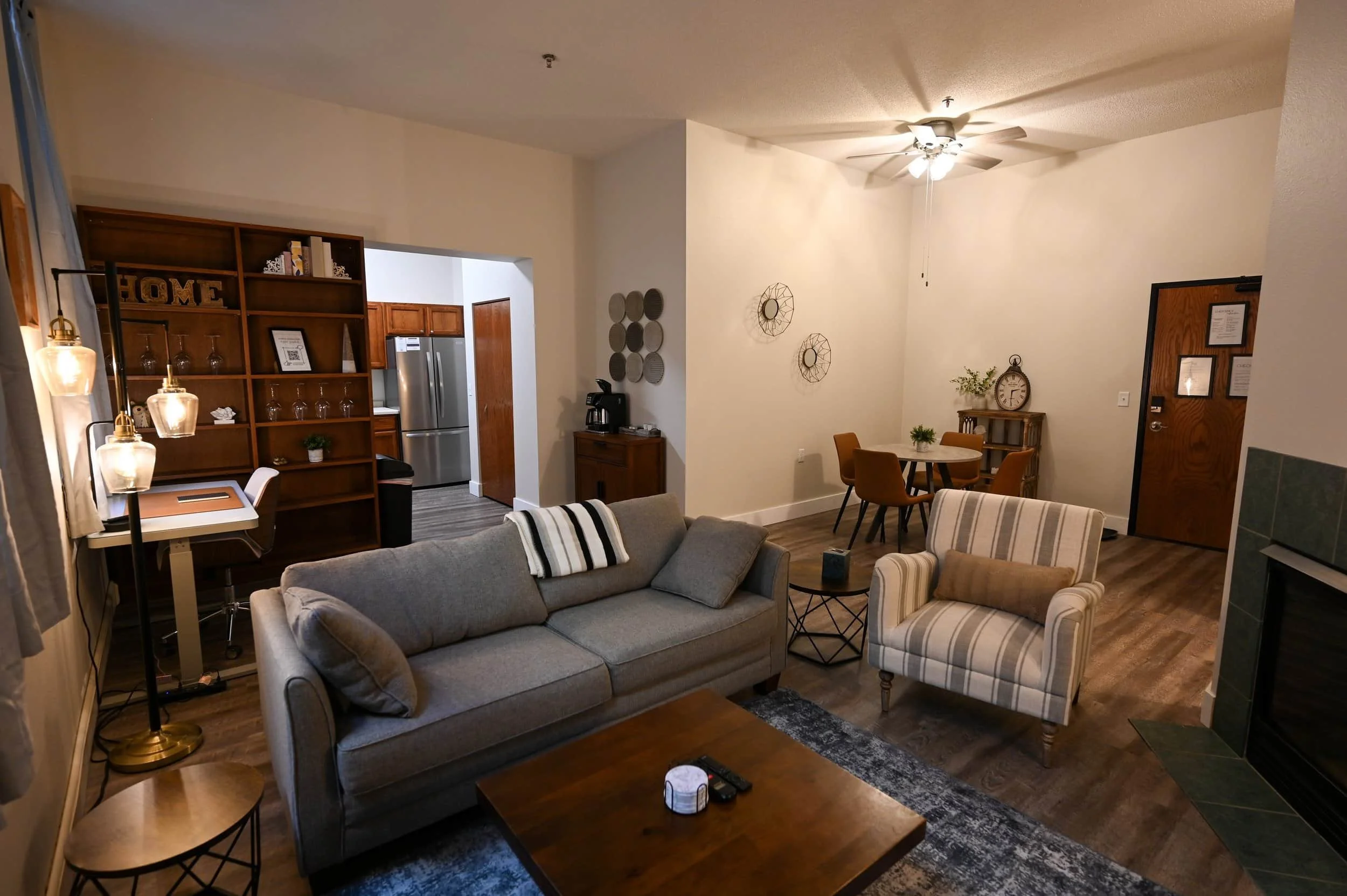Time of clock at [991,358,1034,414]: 2:30
